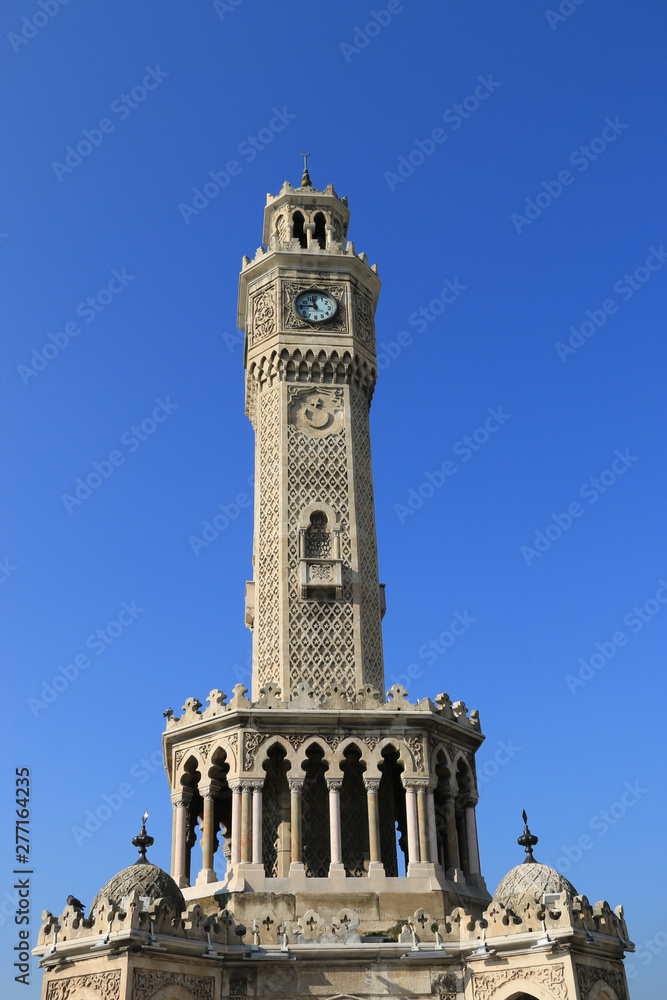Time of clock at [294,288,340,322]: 11:45
